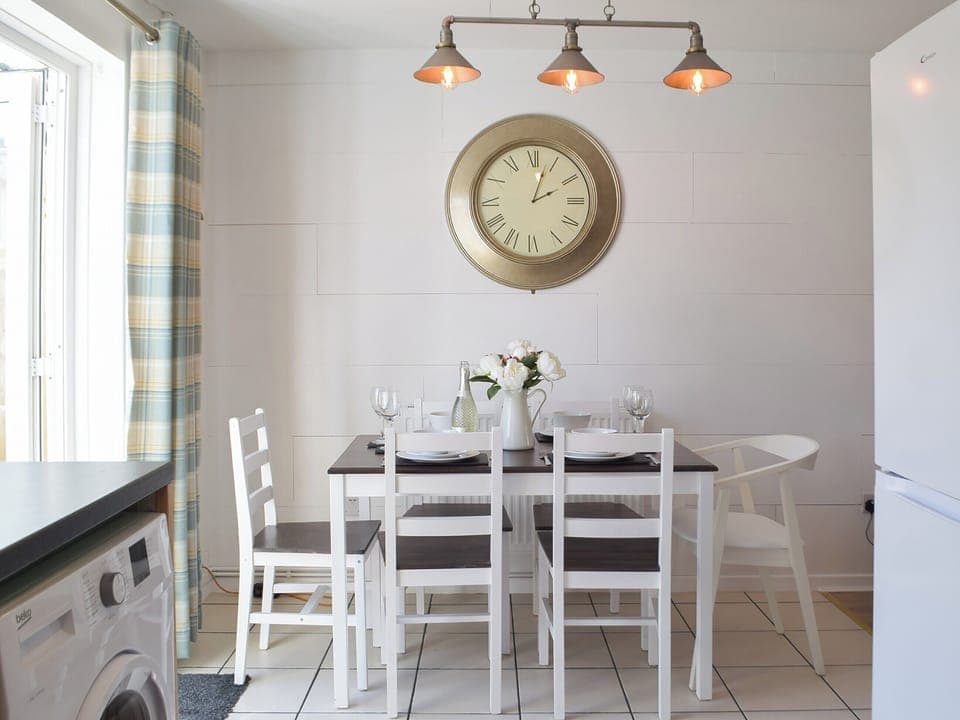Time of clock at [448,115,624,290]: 2:02
